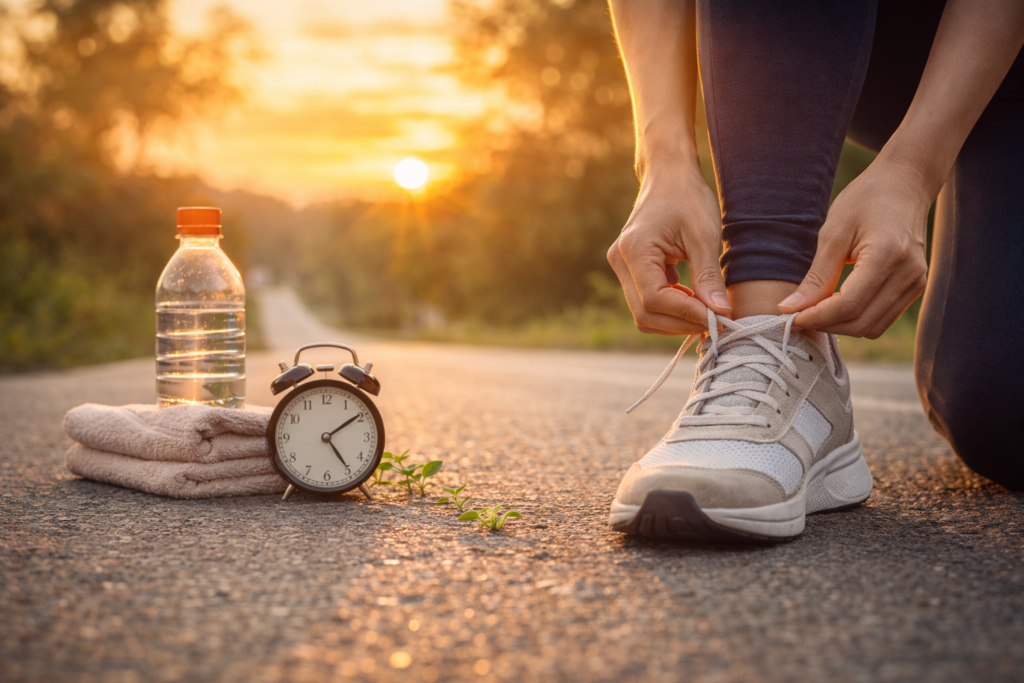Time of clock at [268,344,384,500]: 5:09
